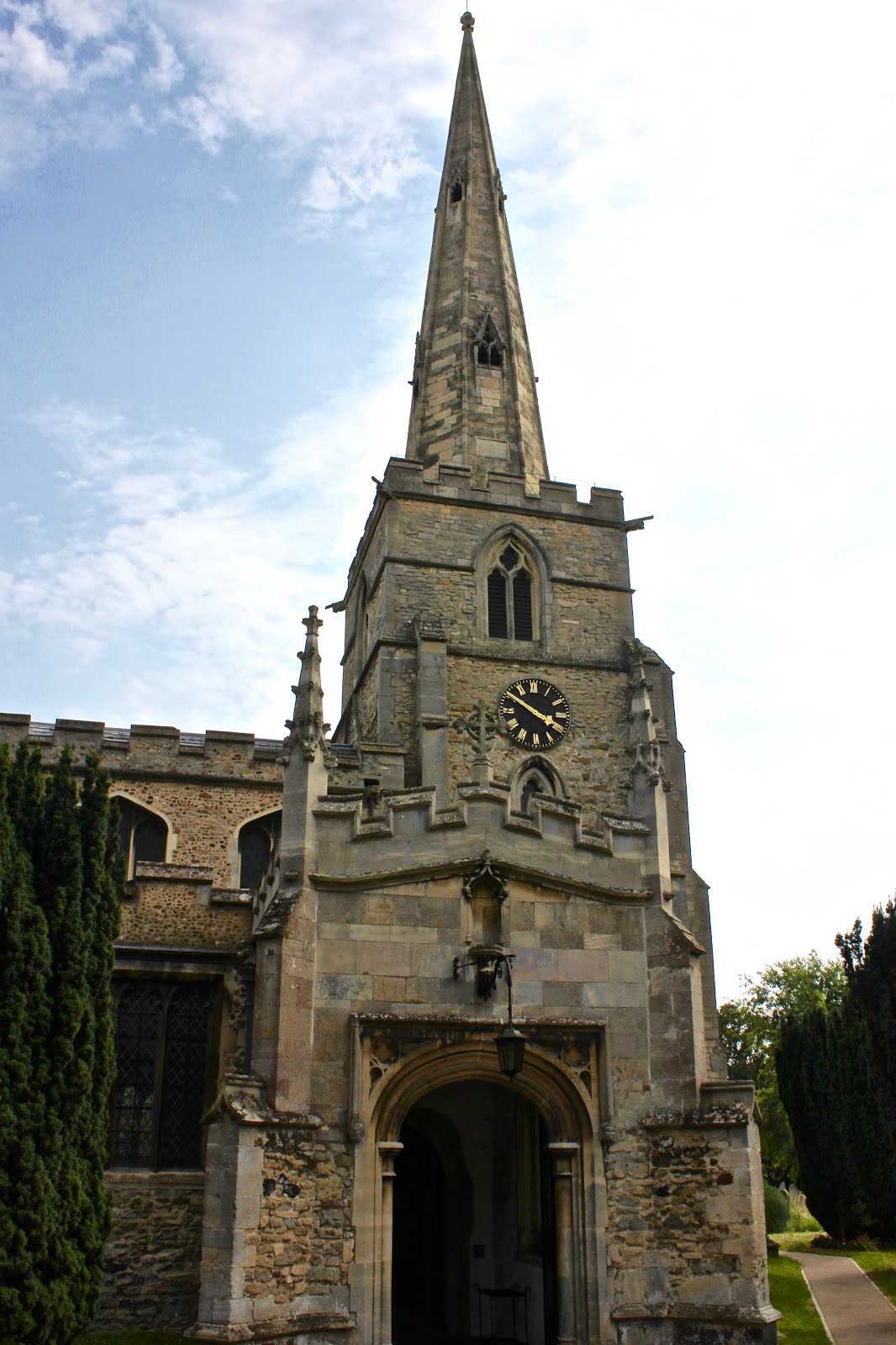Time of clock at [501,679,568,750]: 3:50
